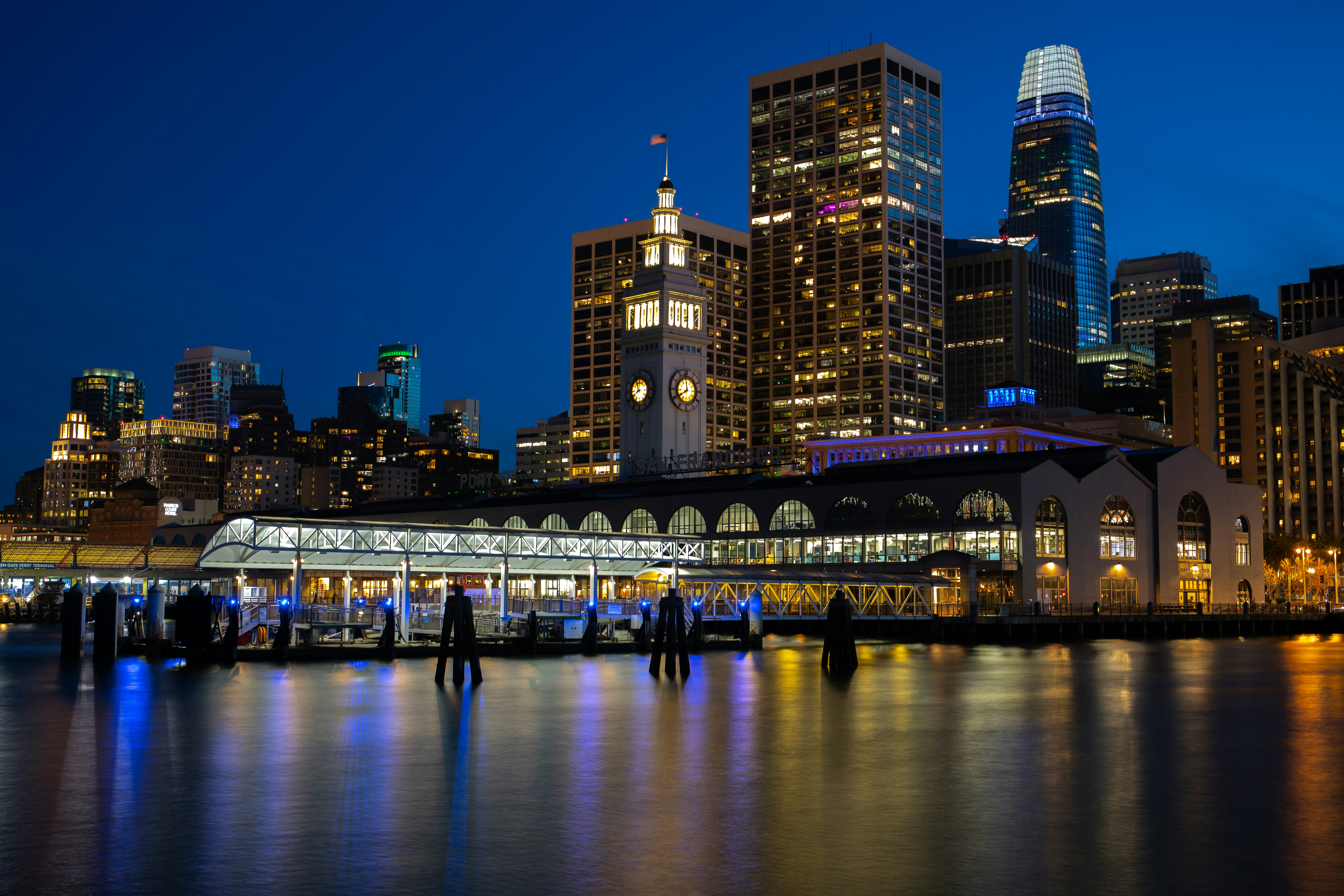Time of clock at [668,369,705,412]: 7:58
